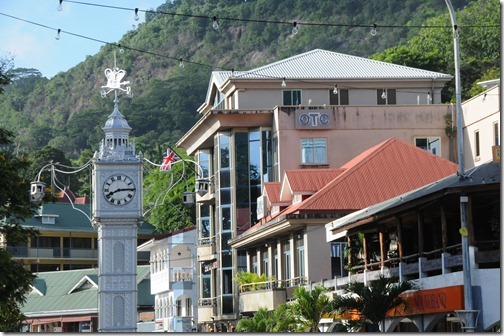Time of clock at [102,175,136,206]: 8:14
